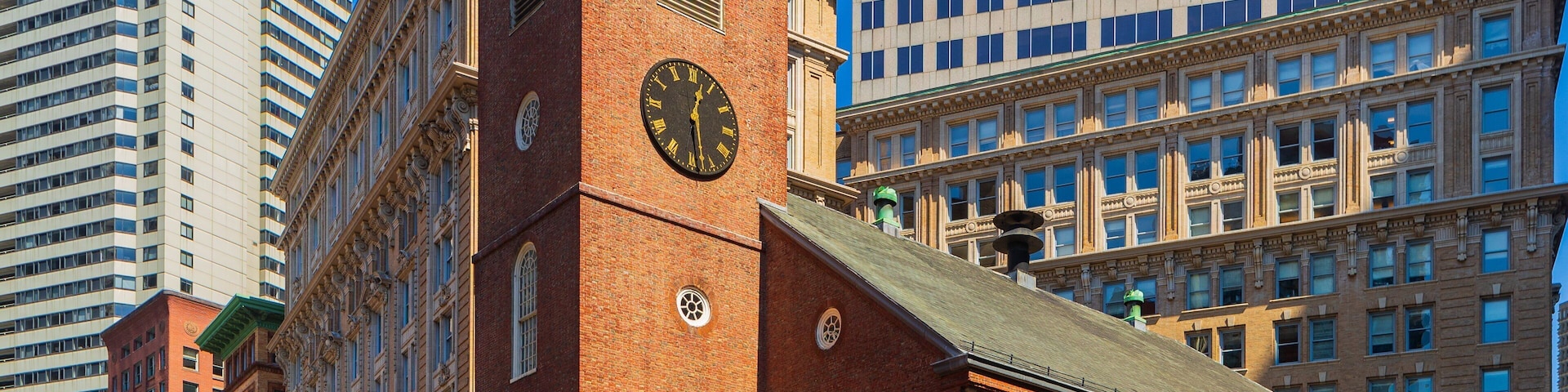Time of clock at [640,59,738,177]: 12:28
